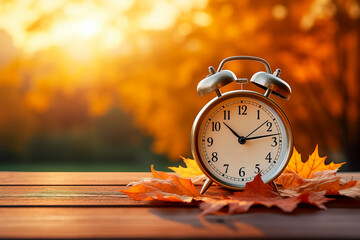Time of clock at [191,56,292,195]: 10:13
